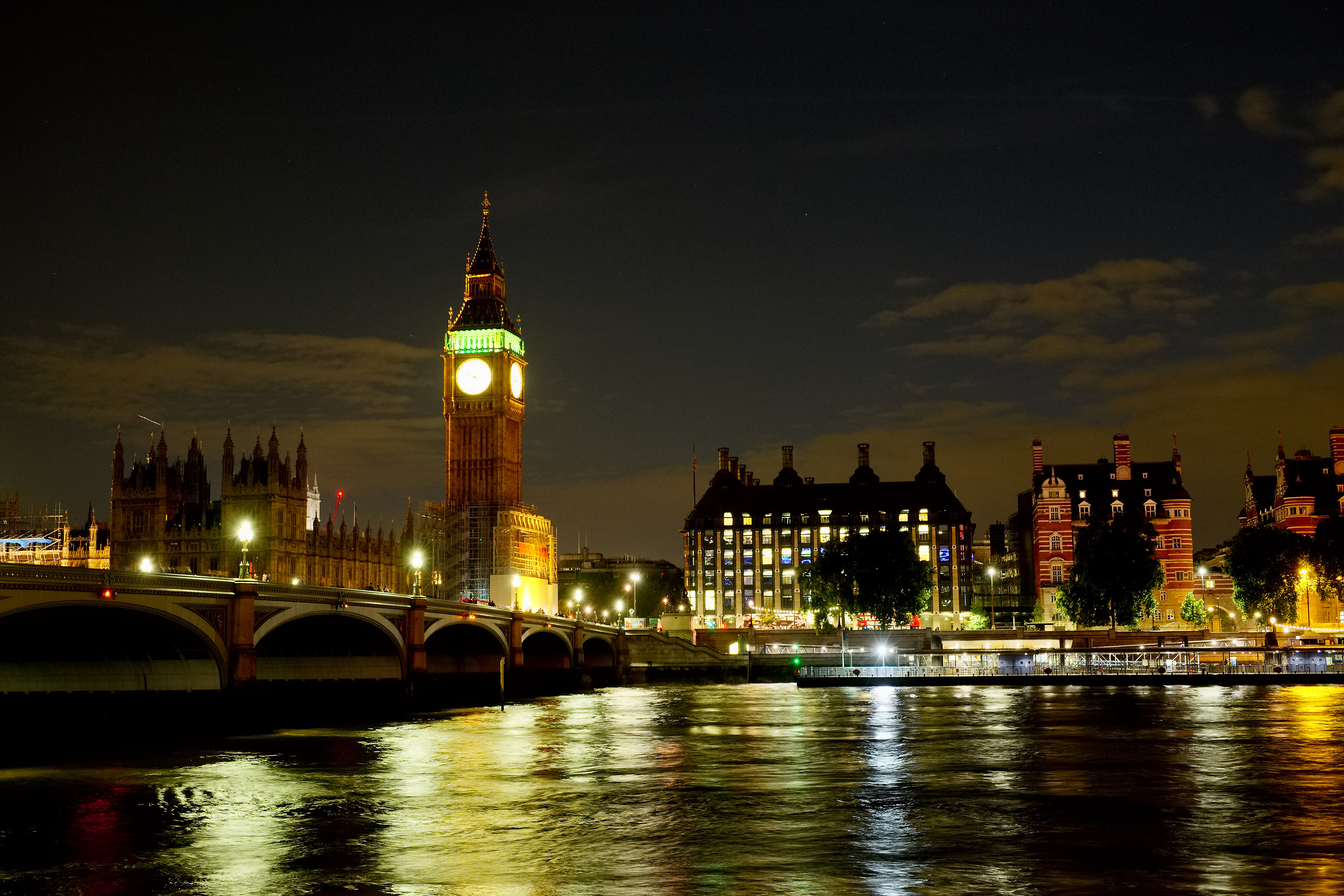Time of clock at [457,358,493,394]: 9:49
